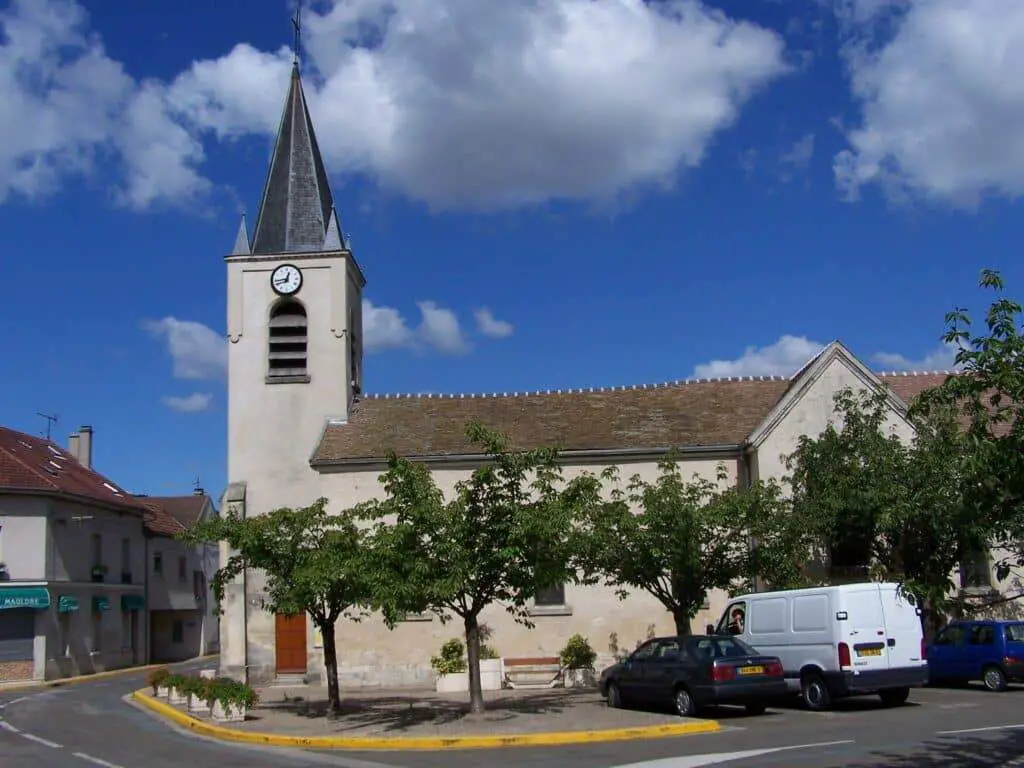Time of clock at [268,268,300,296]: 12:43
